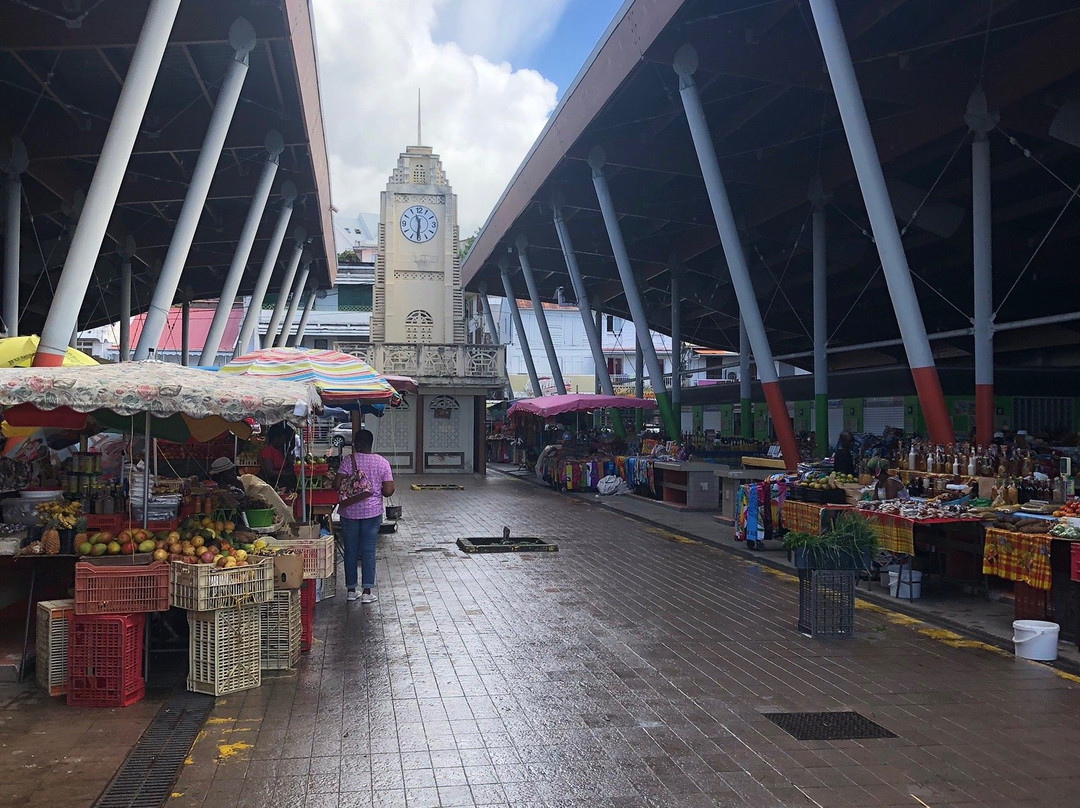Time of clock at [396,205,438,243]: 11:31
